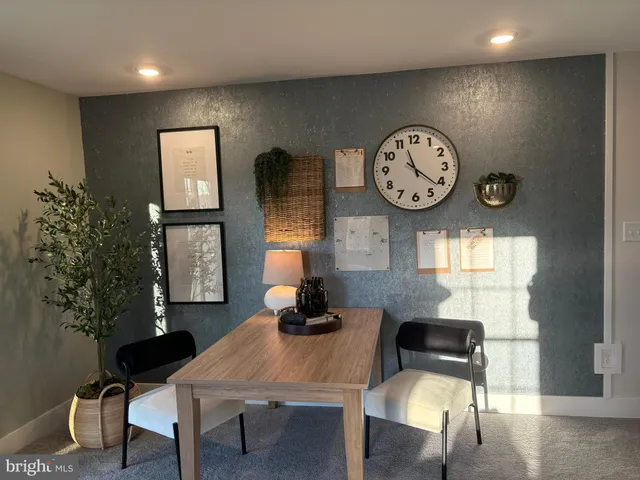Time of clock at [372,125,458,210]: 11:21
